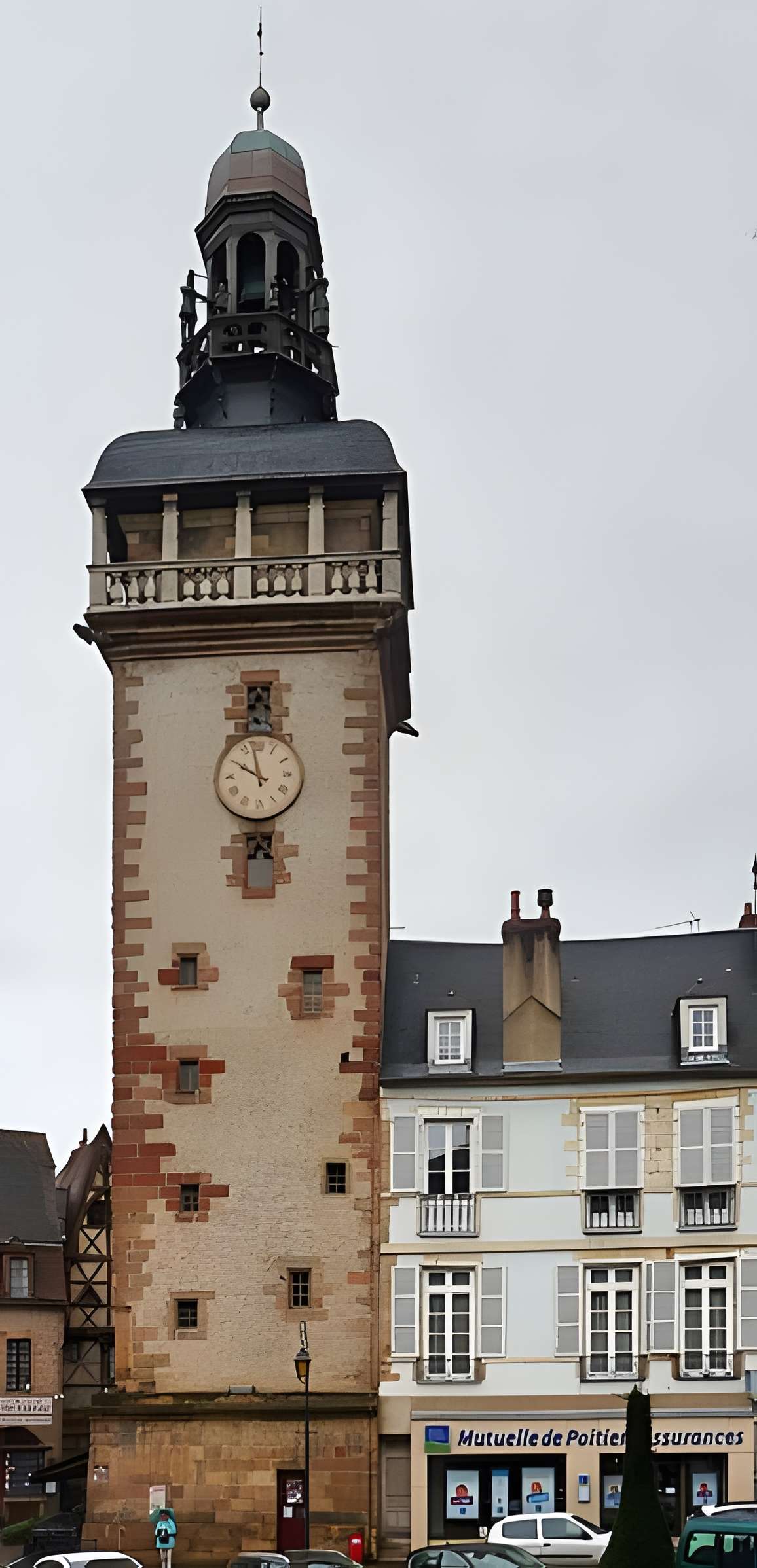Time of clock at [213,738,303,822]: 9:57
